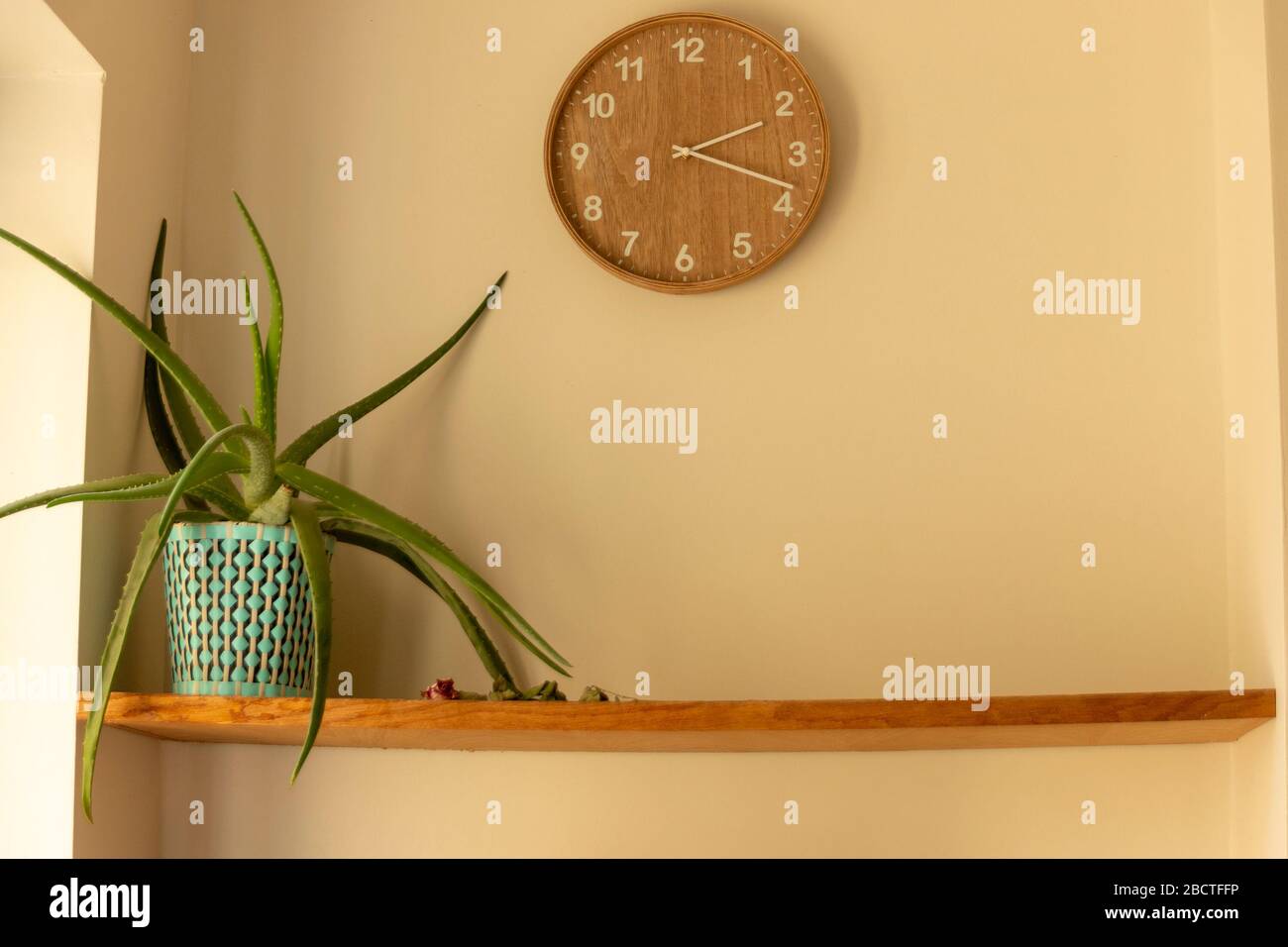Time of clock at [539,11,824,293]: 2:18
